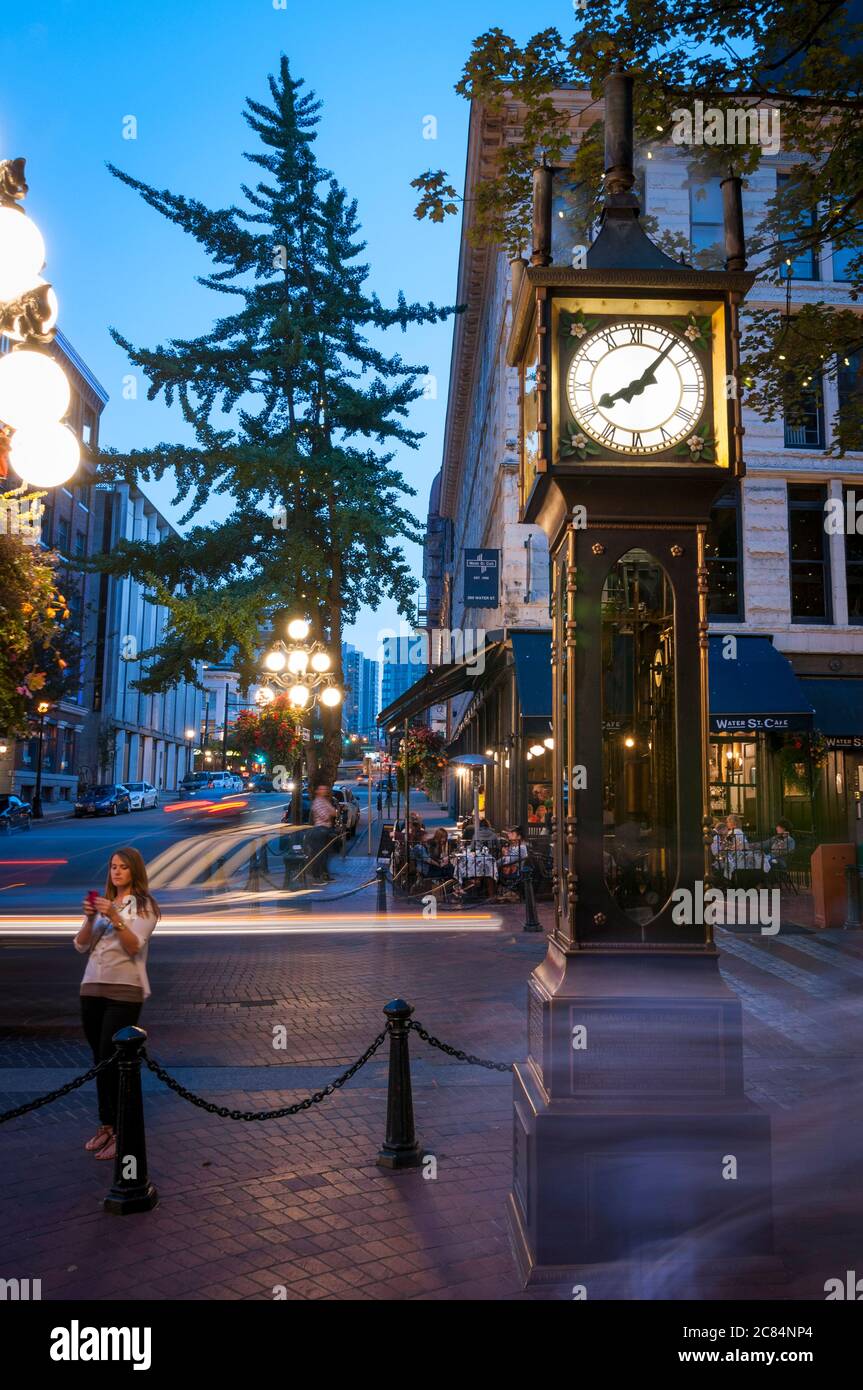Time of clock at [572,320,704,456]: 8:06
